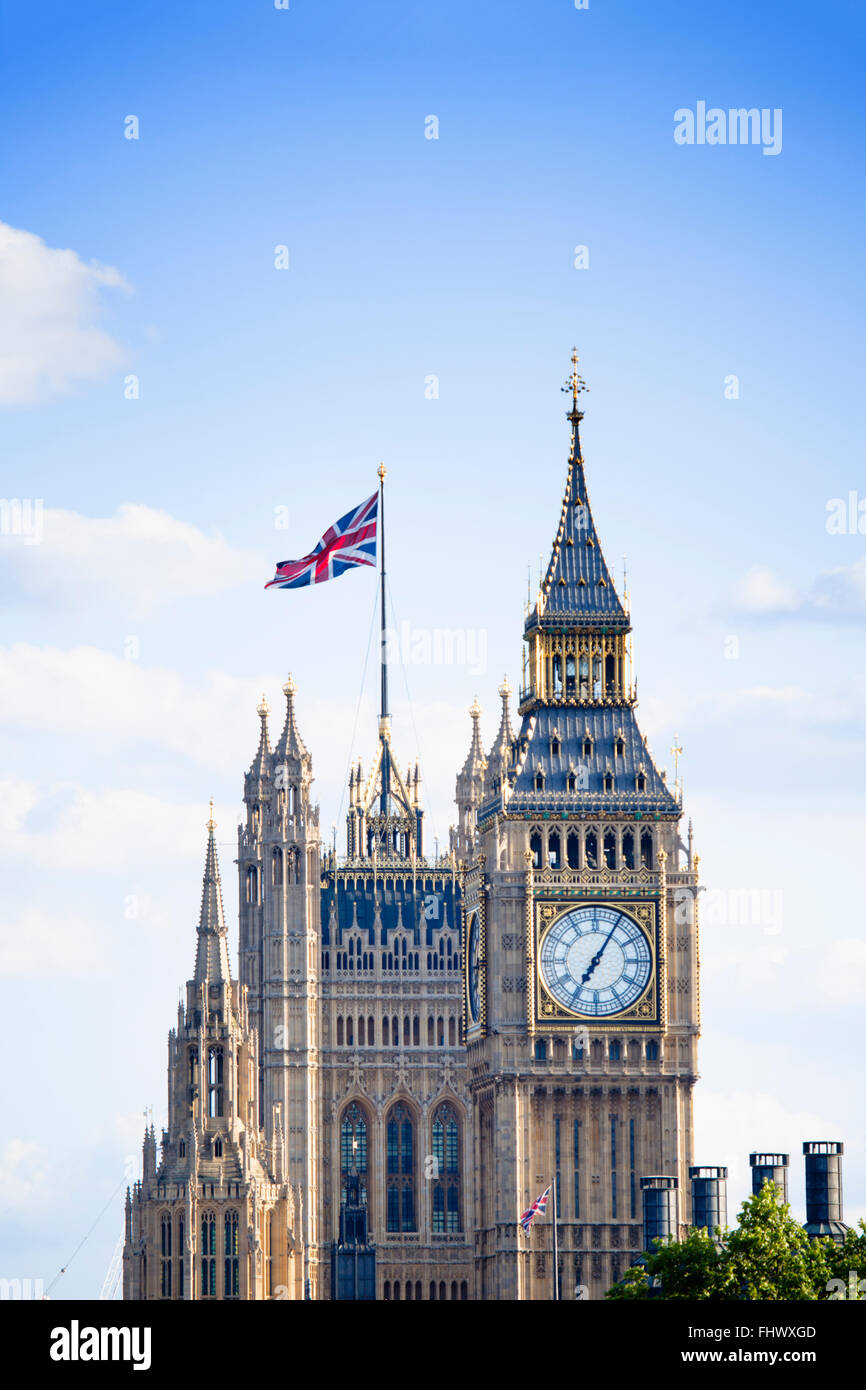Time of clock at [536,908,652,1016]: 7:05
